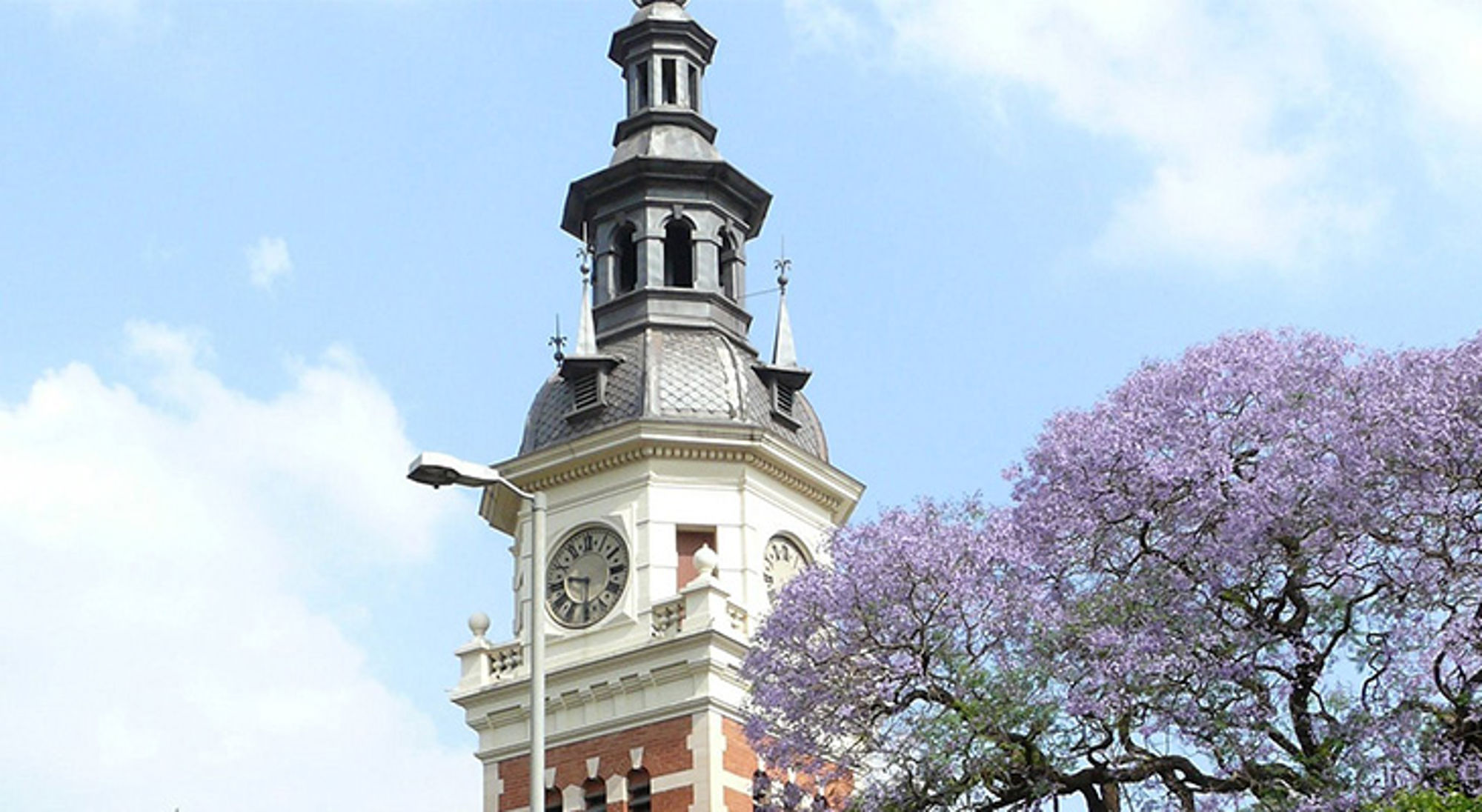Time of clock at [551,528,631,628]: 9:30
